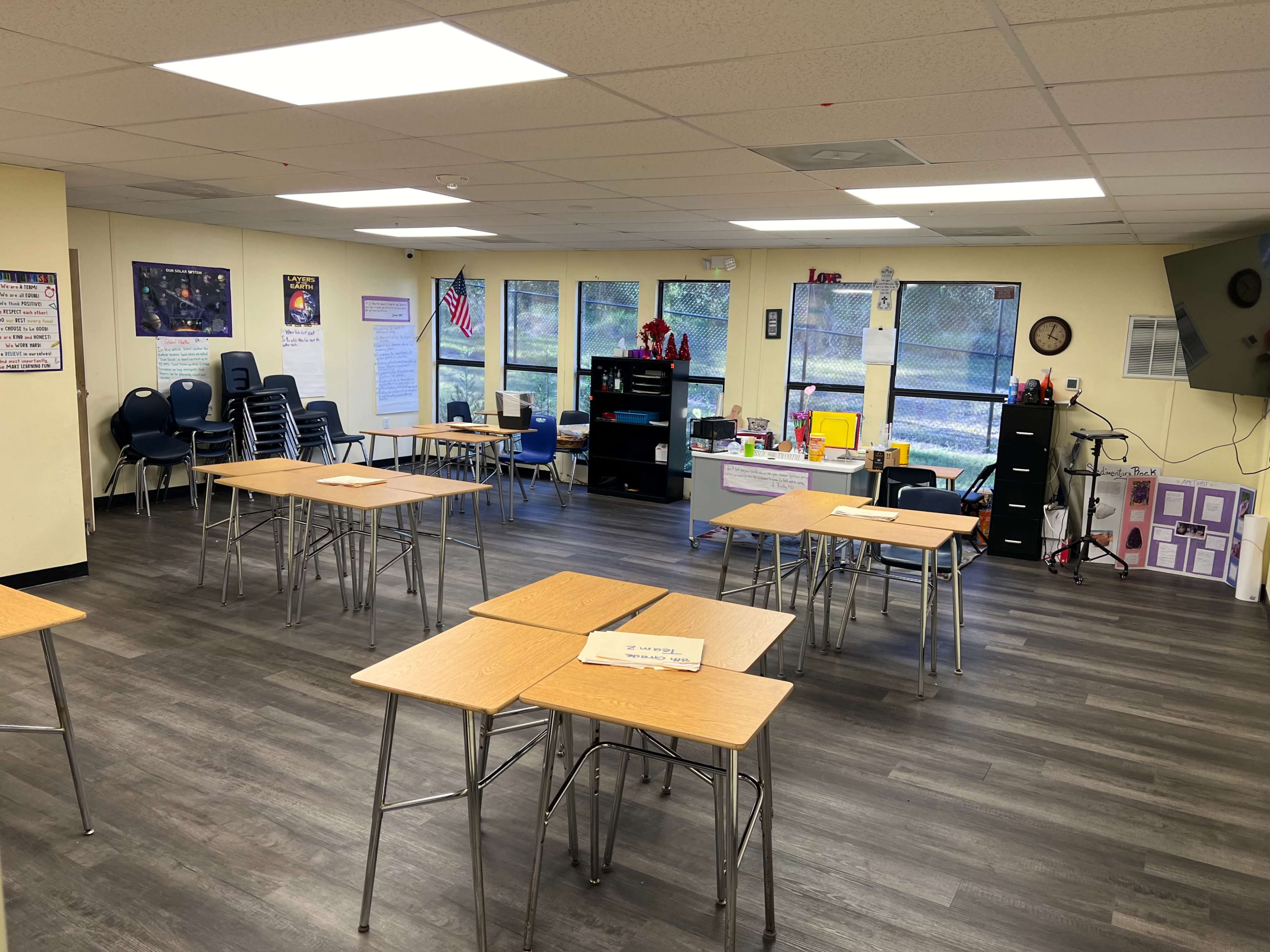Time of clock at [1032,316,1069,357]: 4:03
